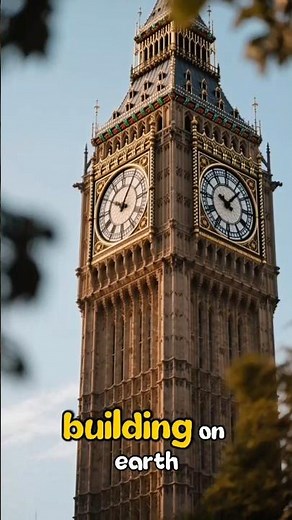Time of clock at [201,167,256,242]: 10:07
